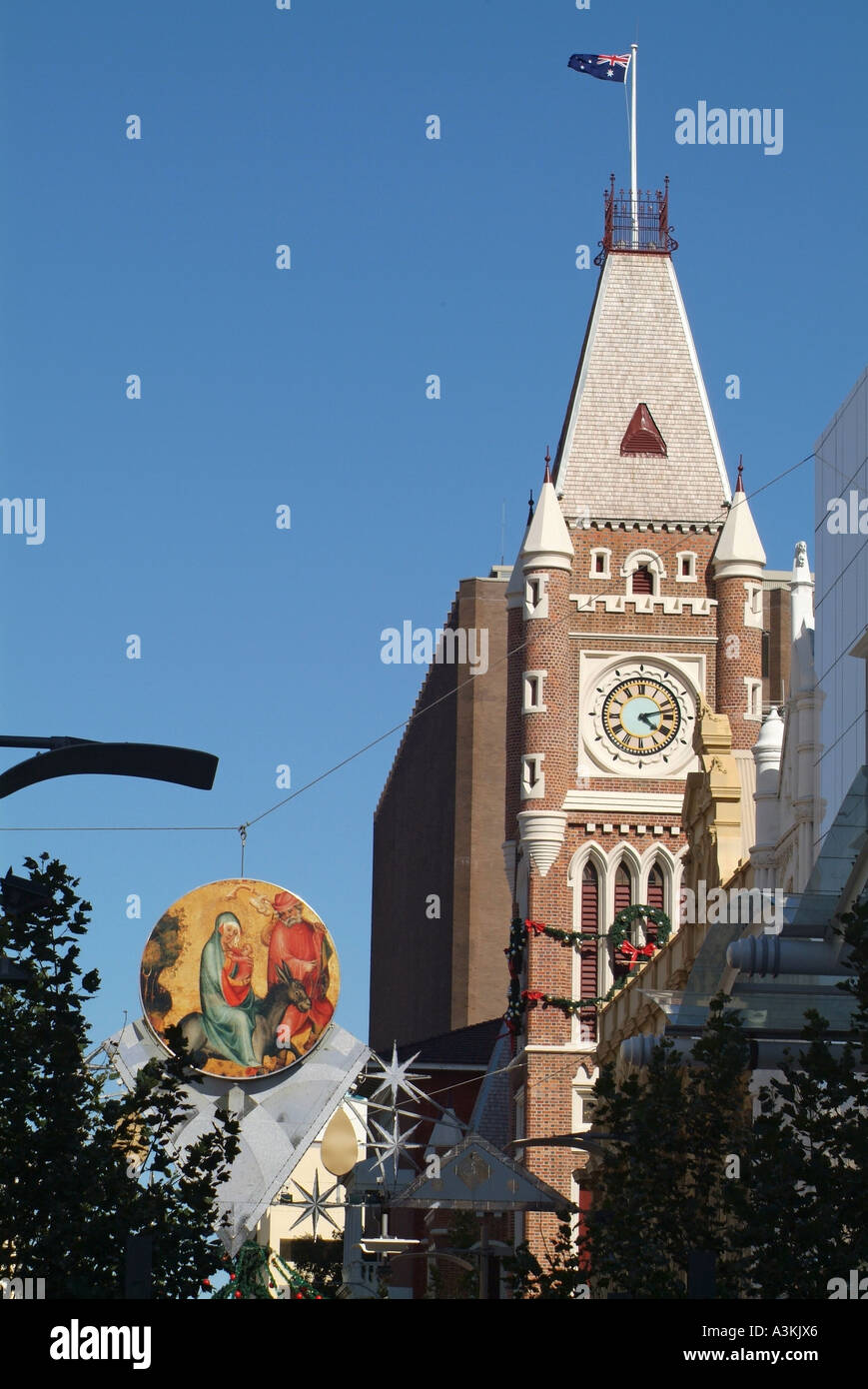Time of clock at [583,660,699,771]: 4:12
